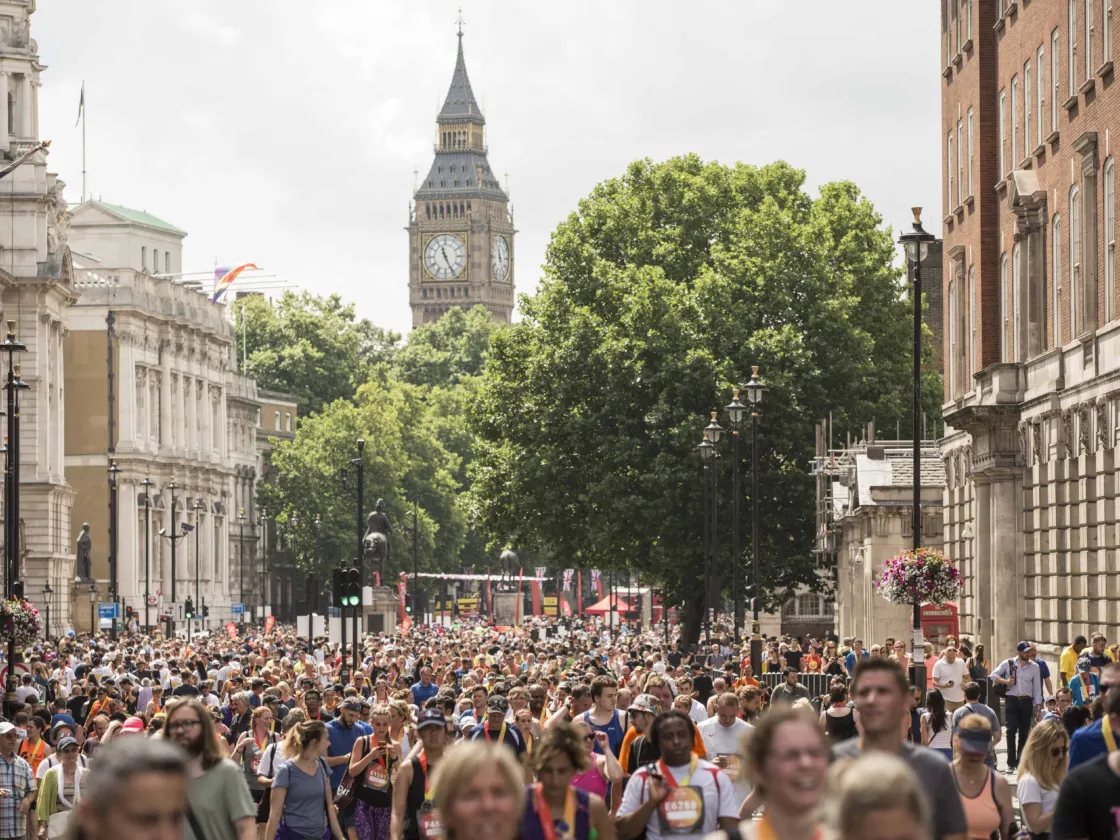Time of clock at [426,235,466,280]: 11:25
